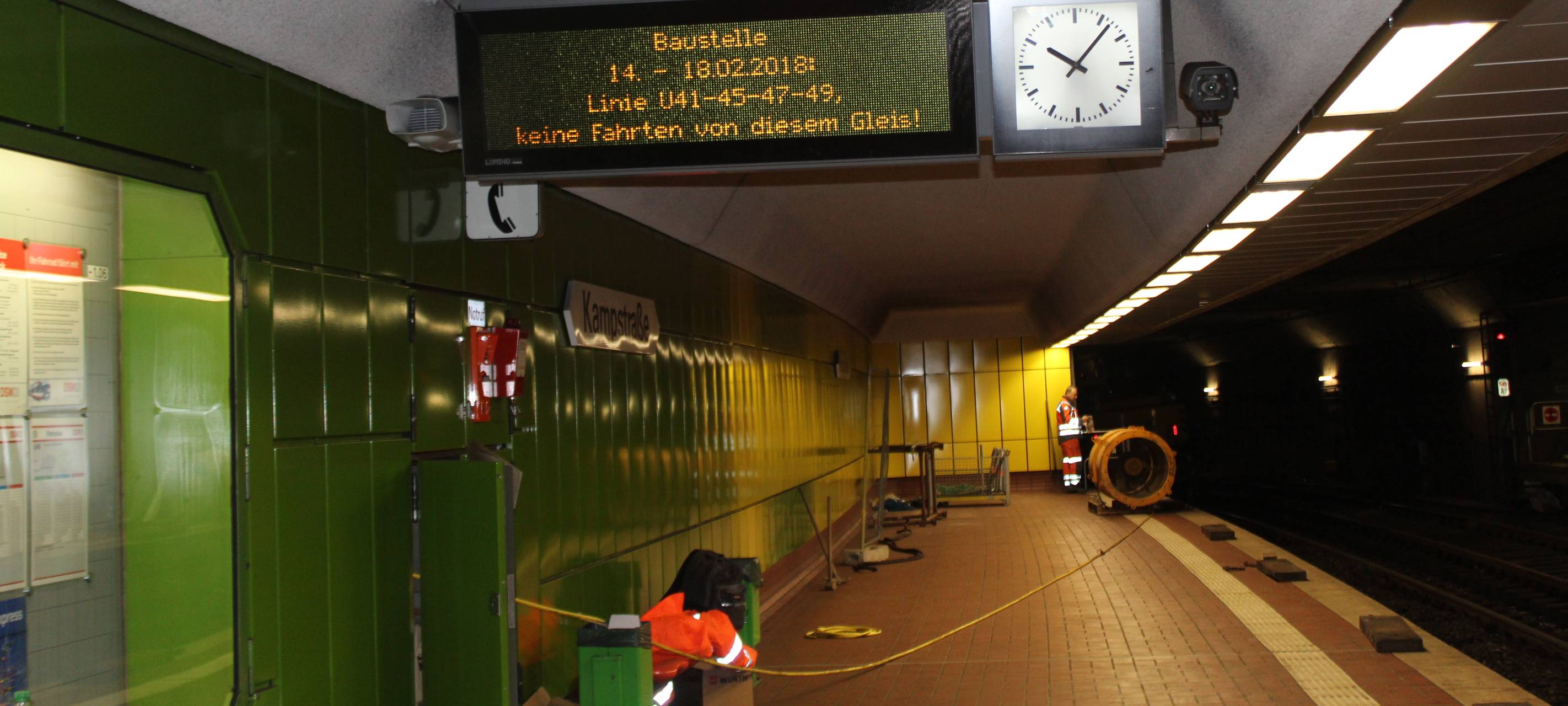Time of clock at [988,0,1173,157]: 10:07
